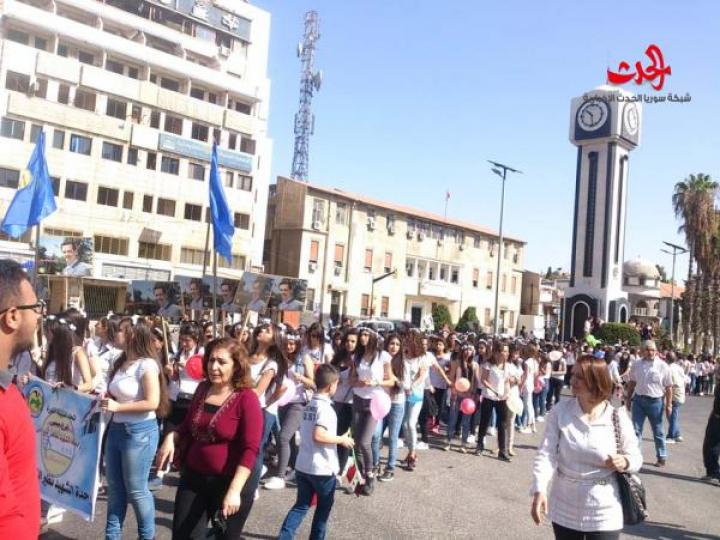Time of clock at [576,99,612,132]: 10:28
